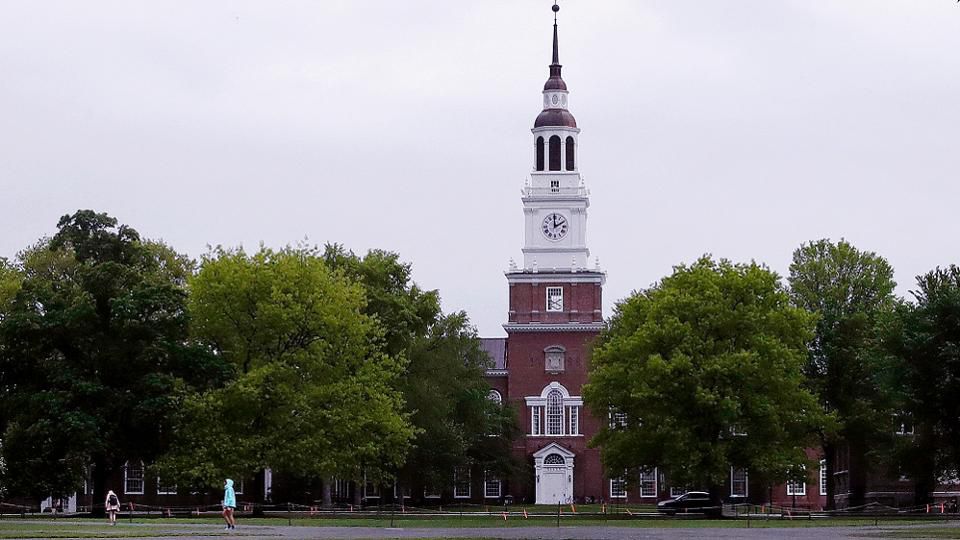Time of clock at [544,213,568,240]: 1:59
